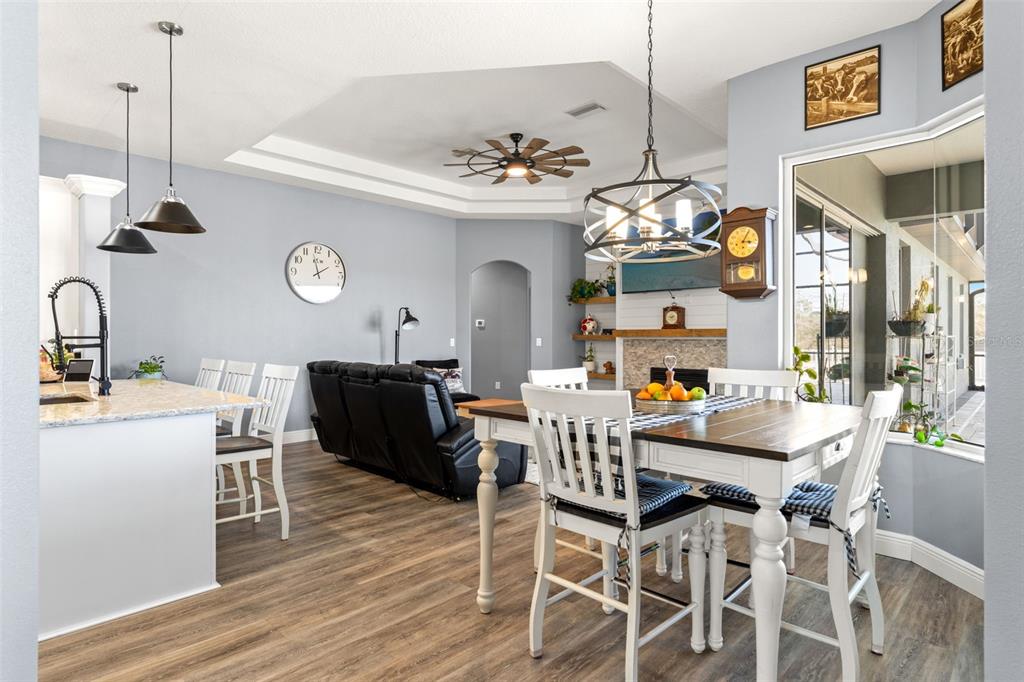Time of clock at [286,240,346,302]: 1:58
